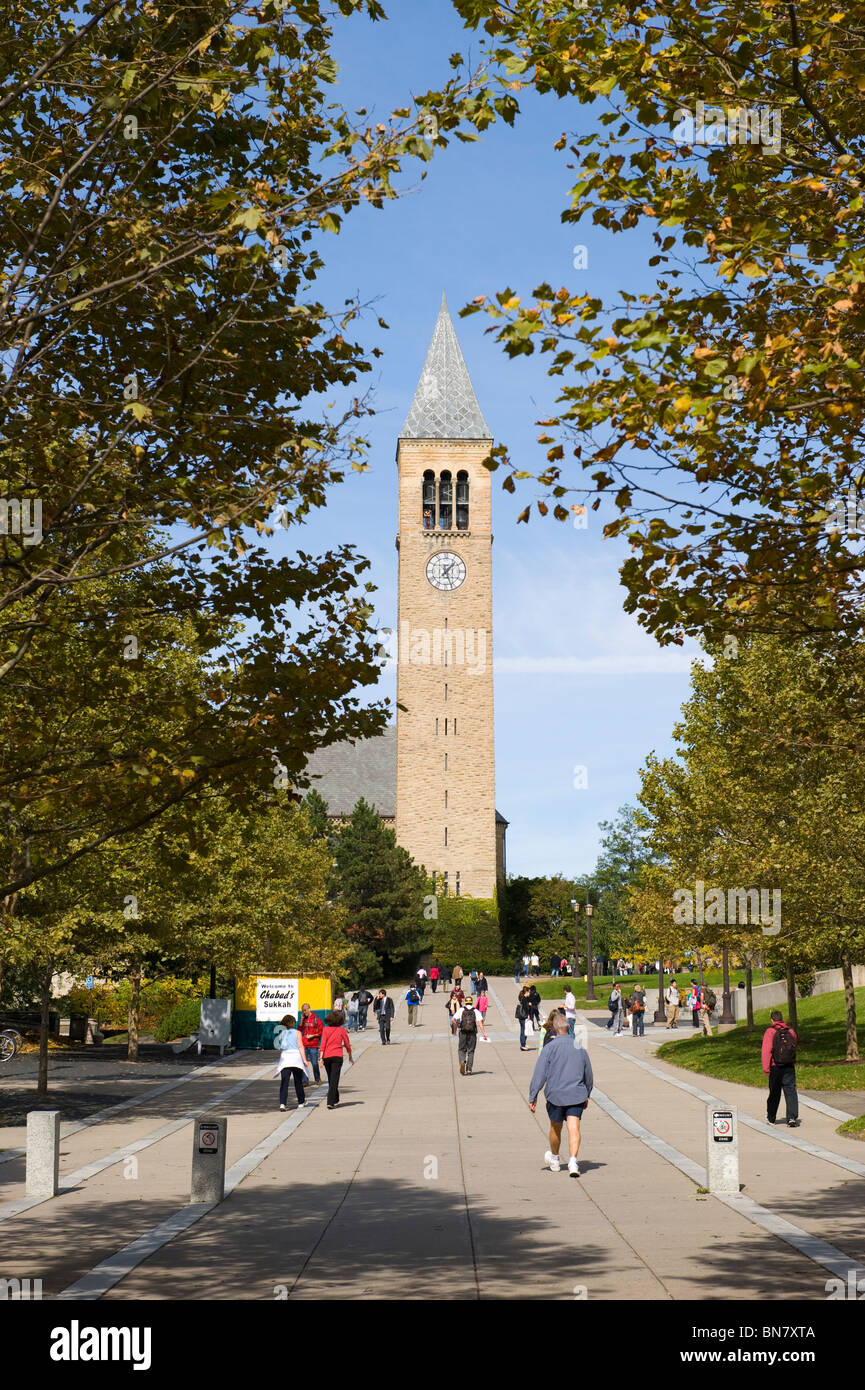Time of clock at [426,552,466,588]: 1:26
